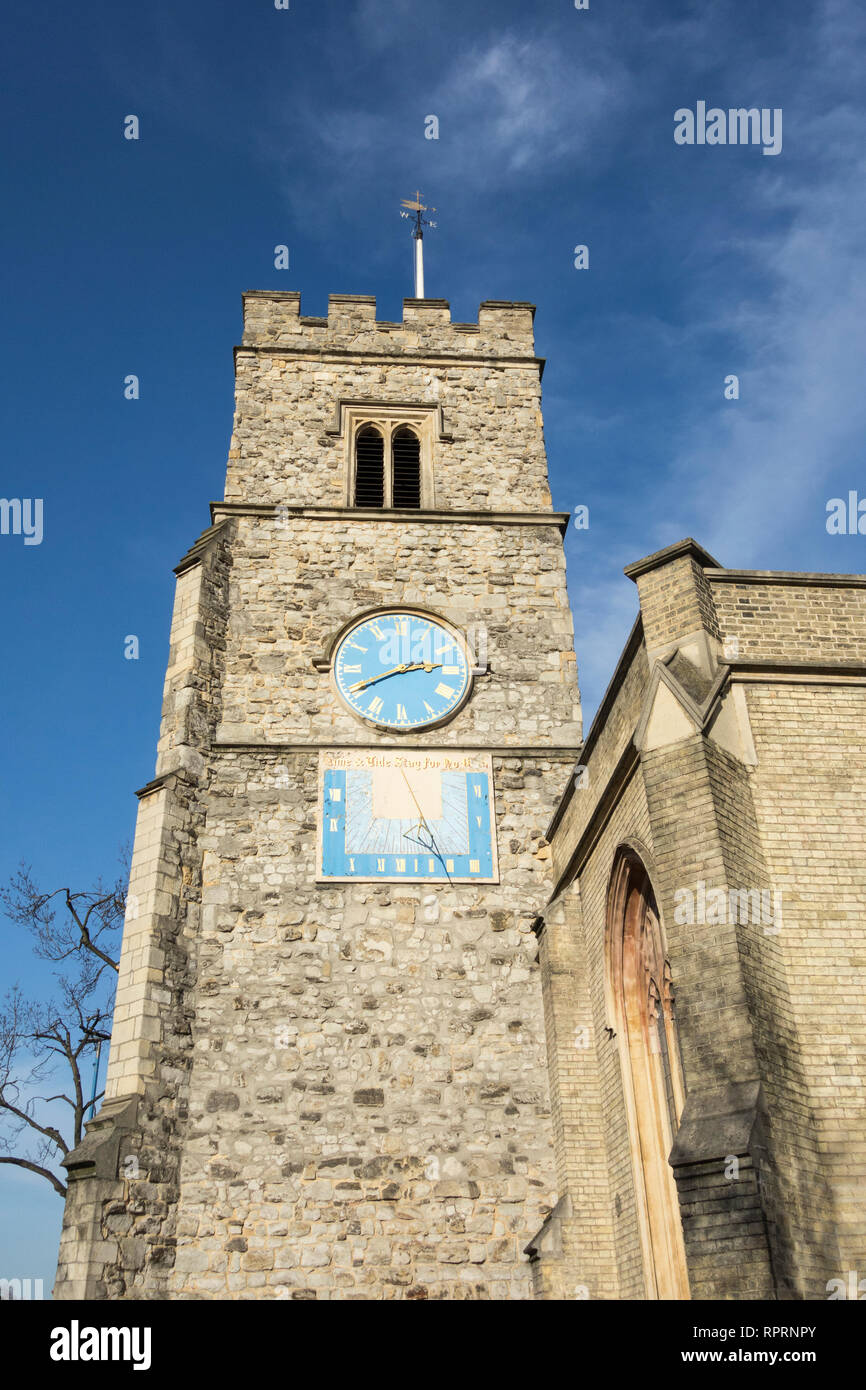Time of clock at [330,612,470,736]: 2:40
